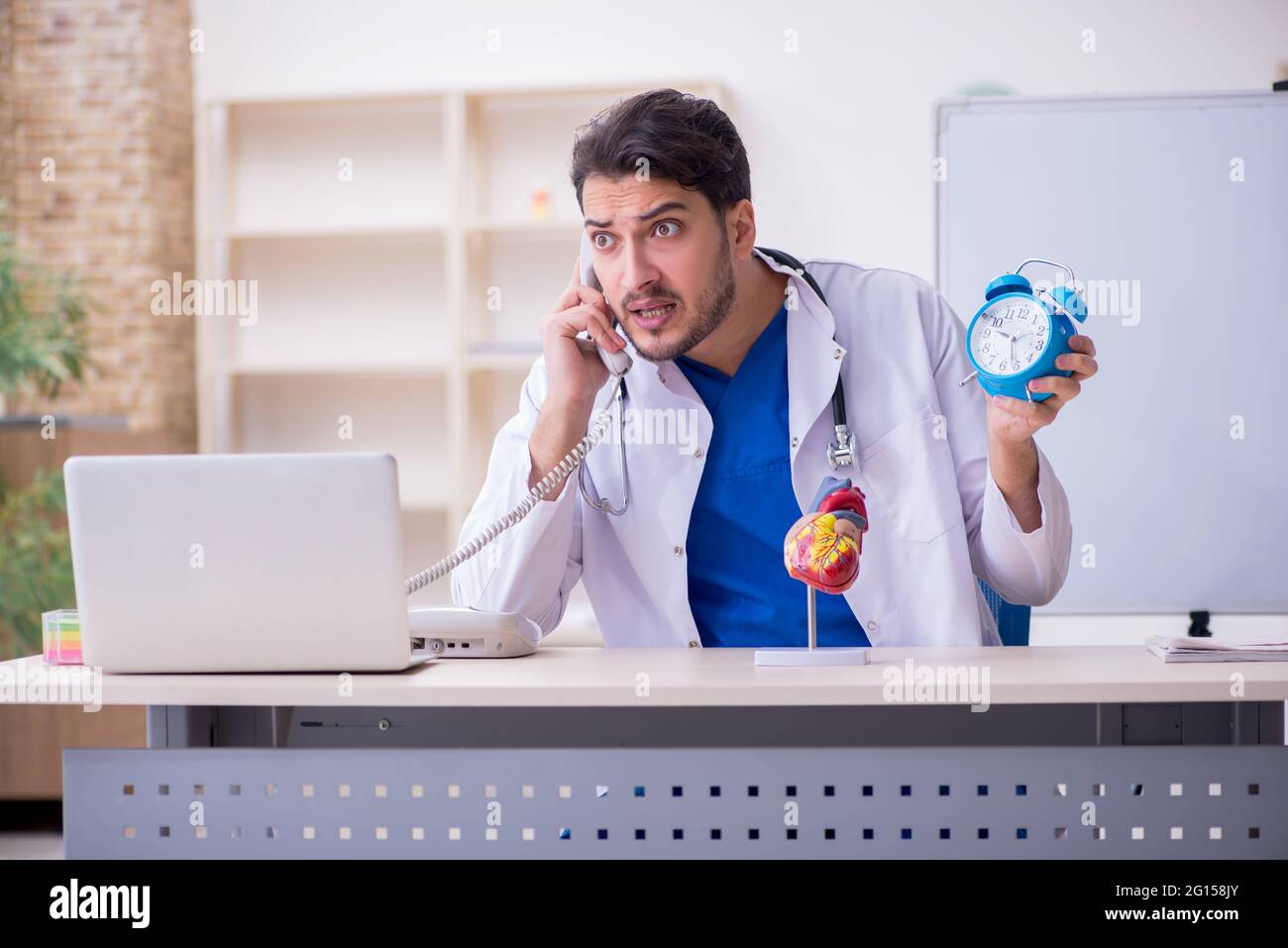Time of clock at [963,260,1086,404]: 9:27
